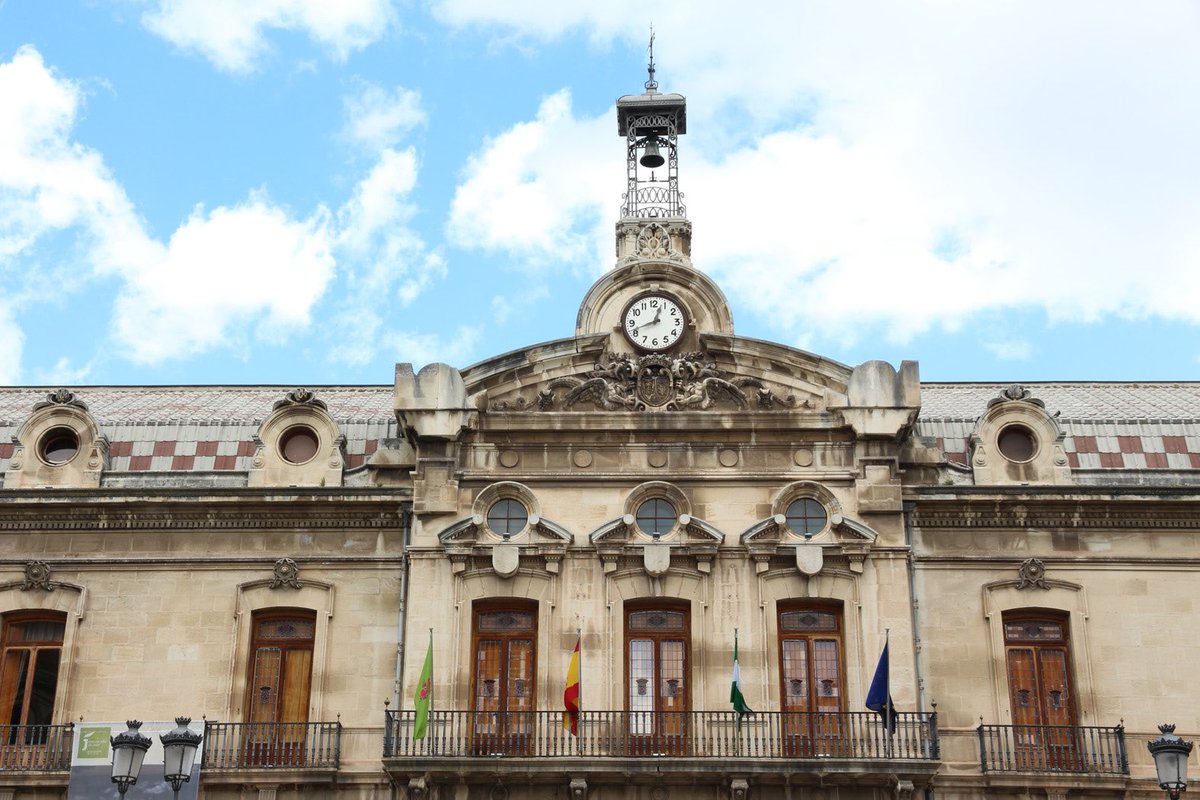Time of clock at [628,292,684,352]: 12:41
